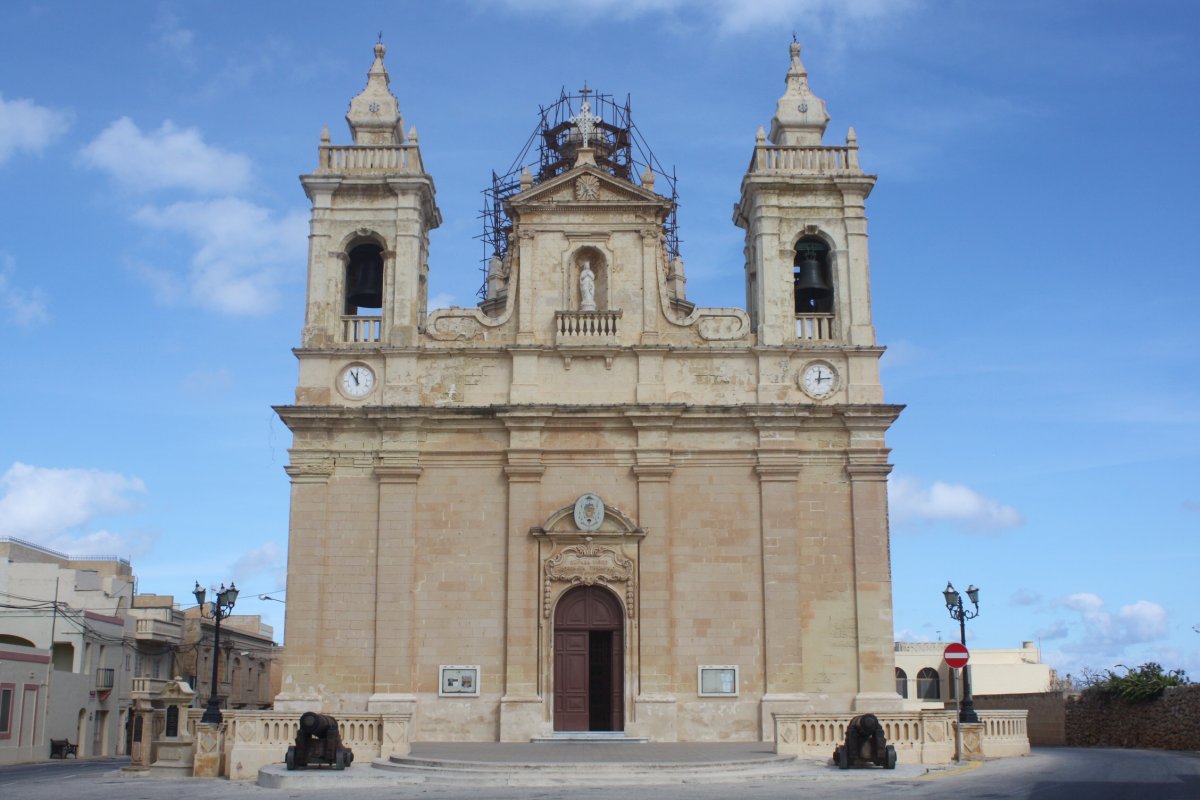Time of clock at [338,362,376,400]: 11:55
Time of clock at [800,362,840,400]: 12:13
